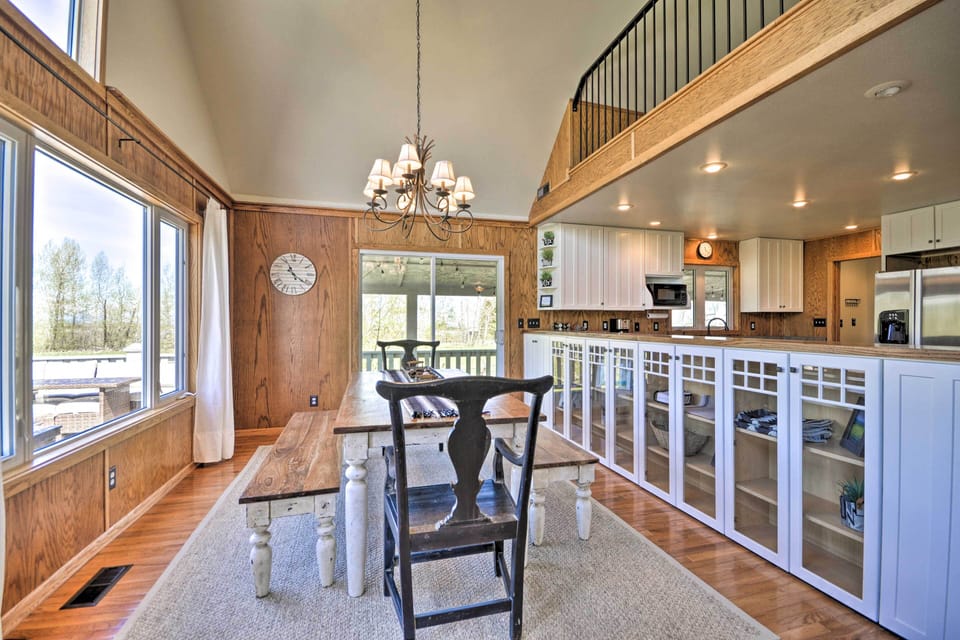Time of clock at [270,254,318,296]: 11:21
